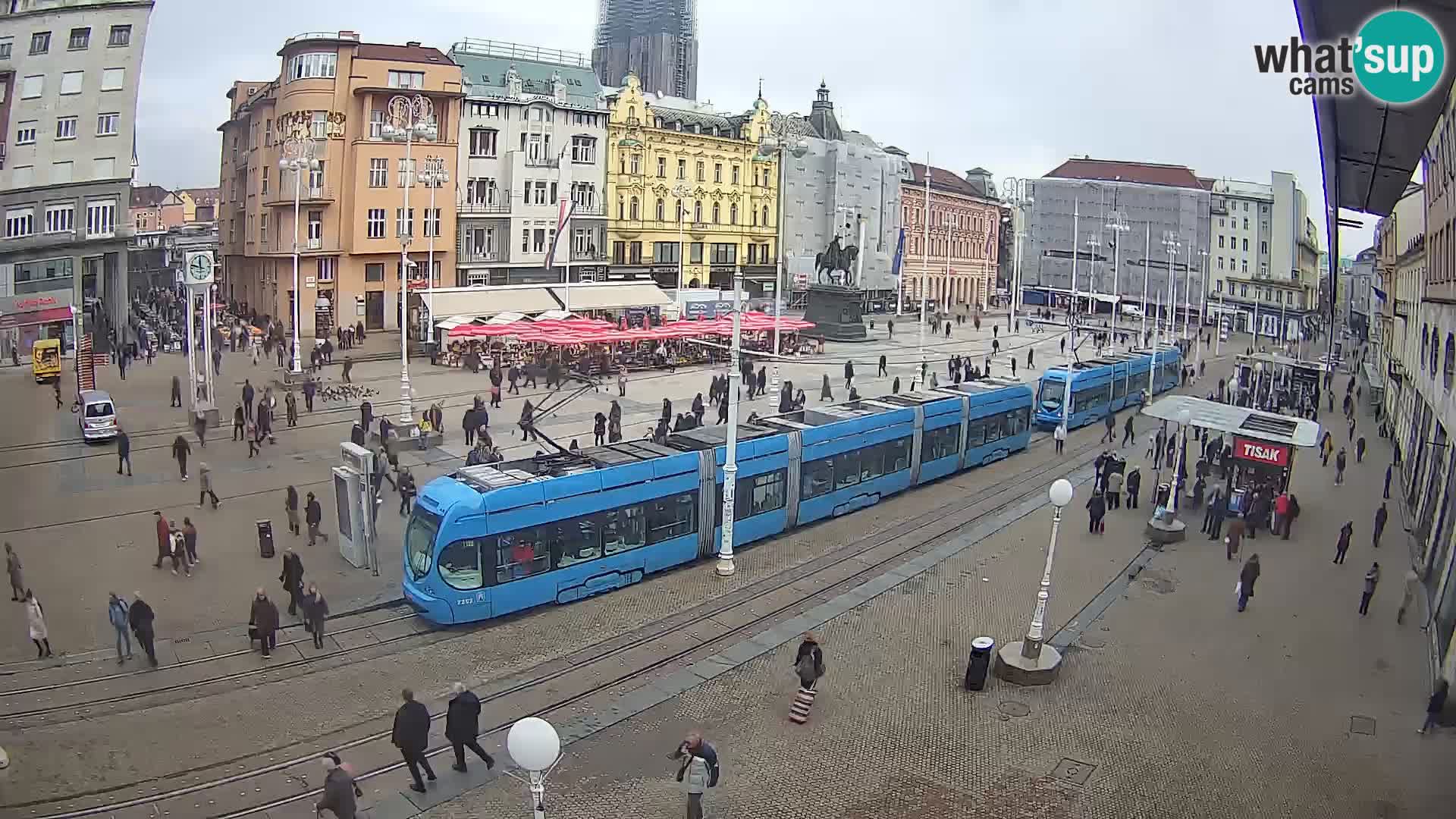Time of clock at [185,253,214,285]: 11:48
